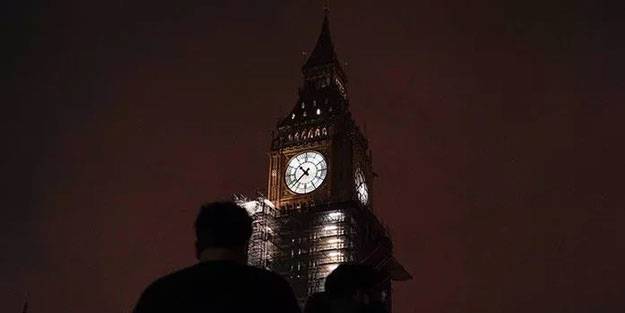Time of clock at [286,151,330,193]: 10:37
